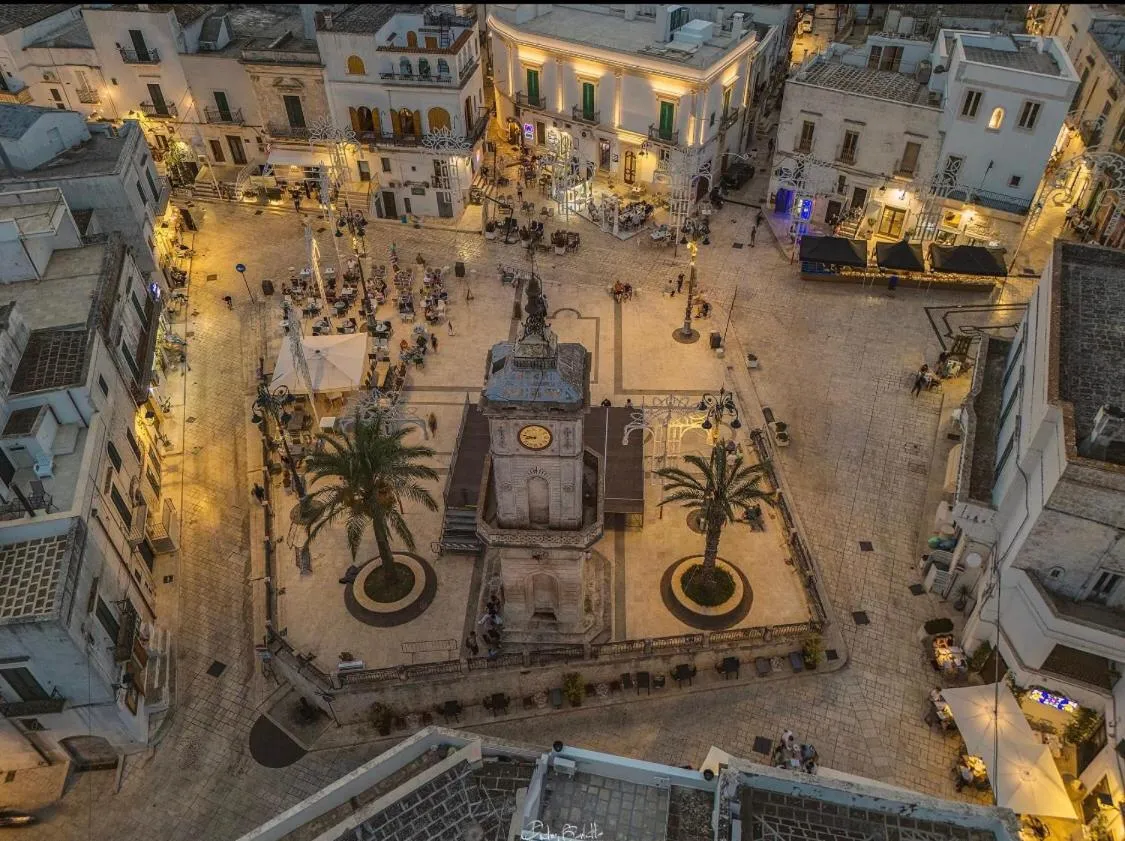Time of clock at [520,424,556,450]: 8:47
